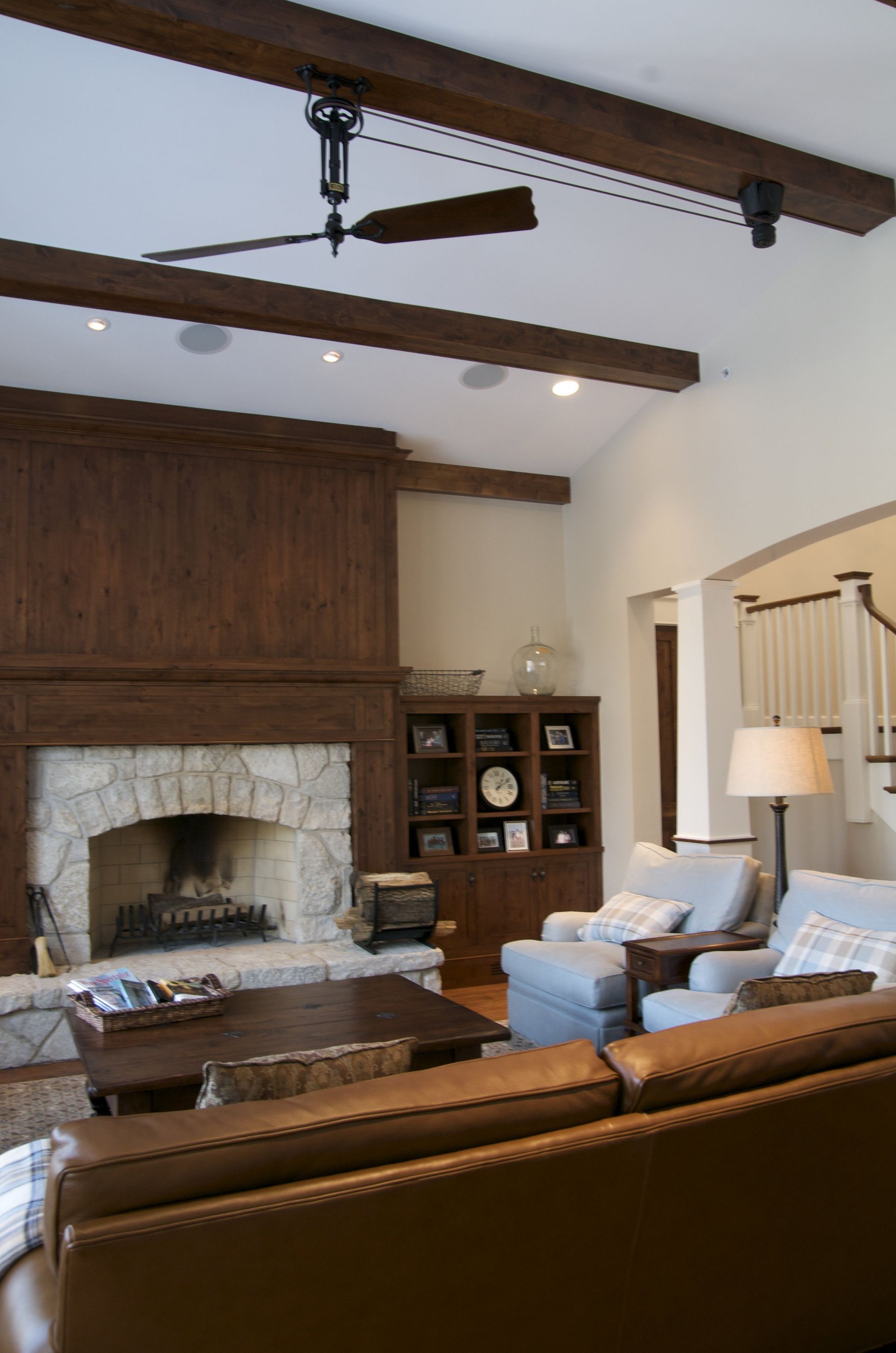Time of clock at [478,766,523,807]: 1:10
